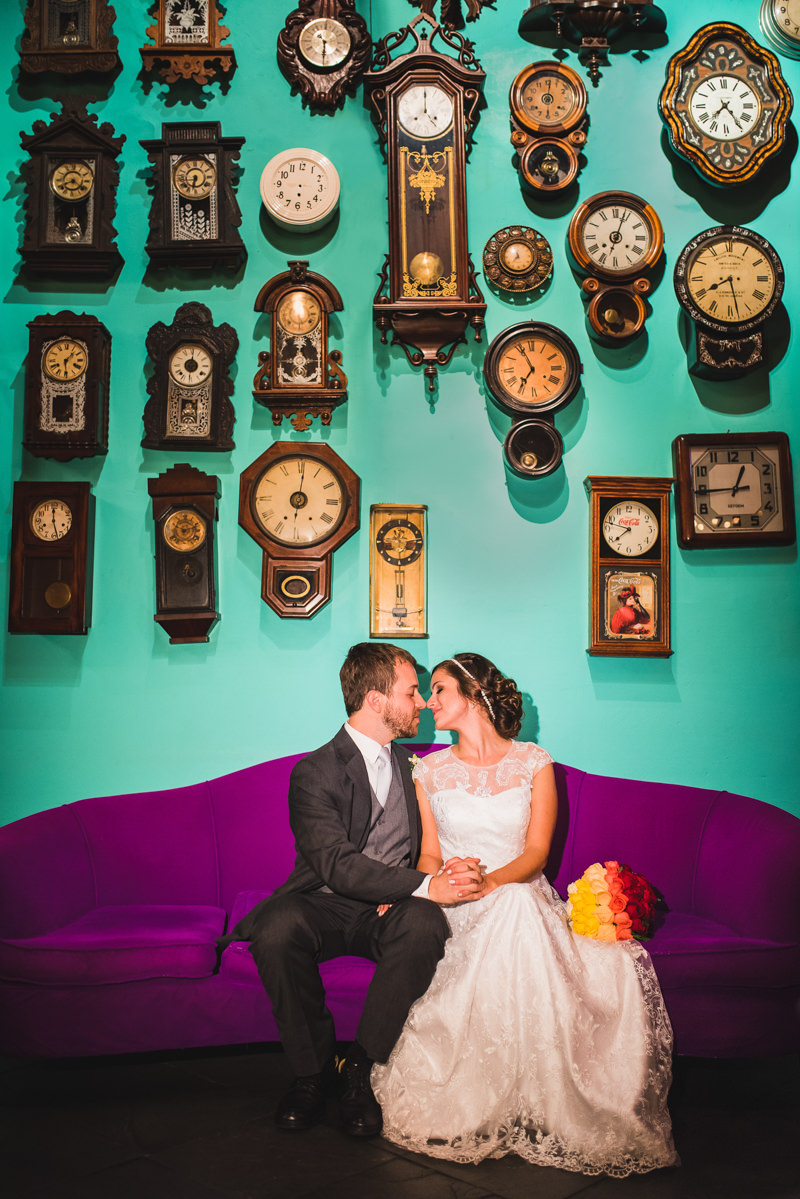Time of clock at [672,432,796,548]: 12:44
